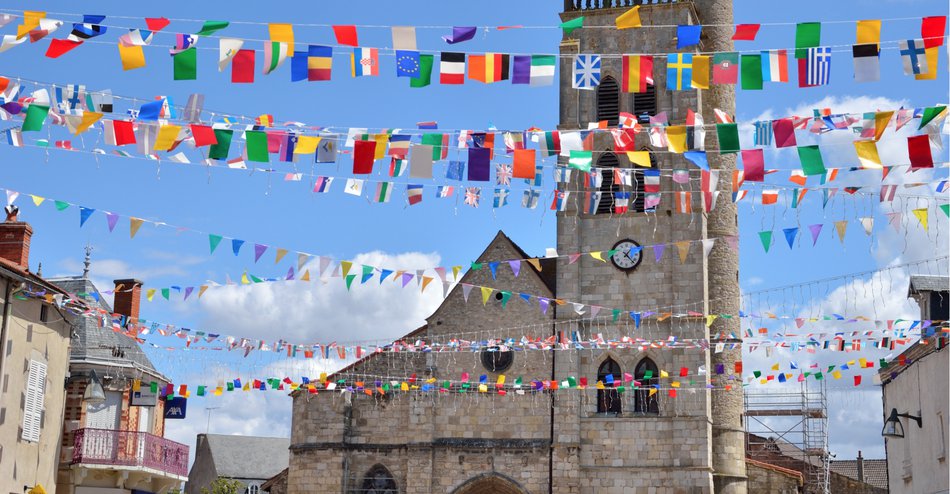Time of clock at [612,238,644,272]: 1:22
